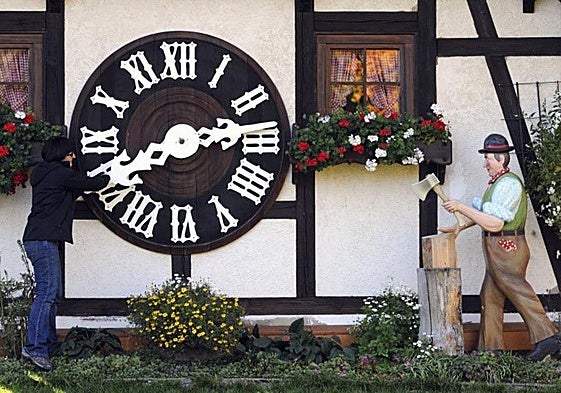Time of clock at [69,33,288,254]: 2:40
